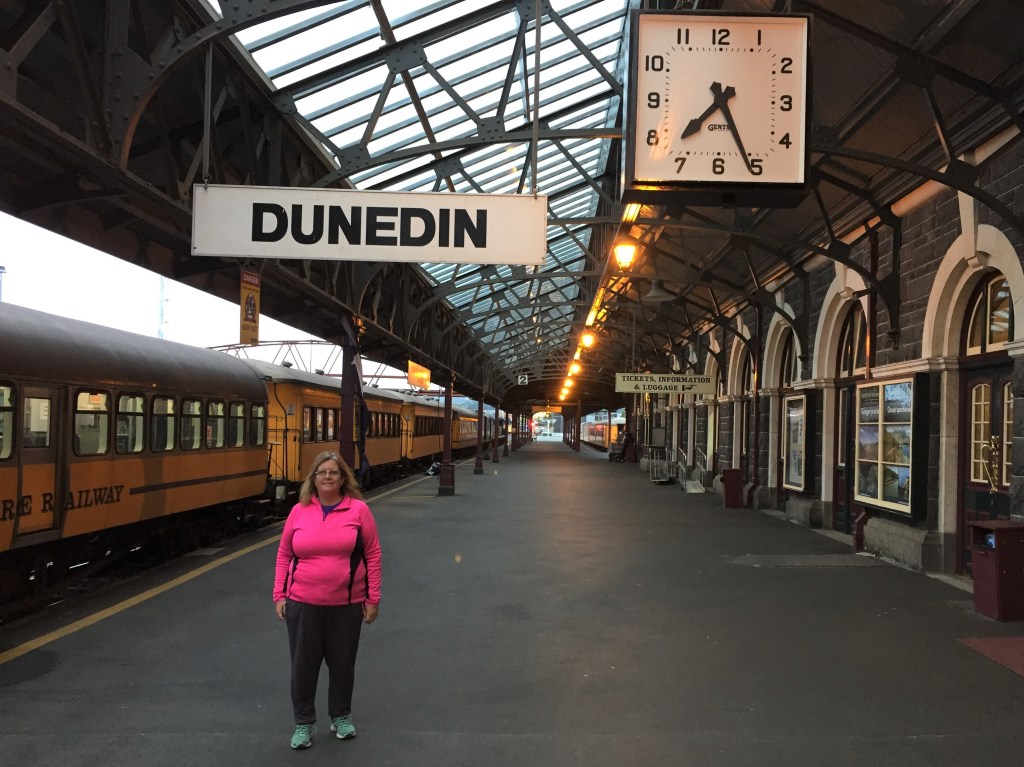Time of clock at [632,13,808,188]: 7:25
